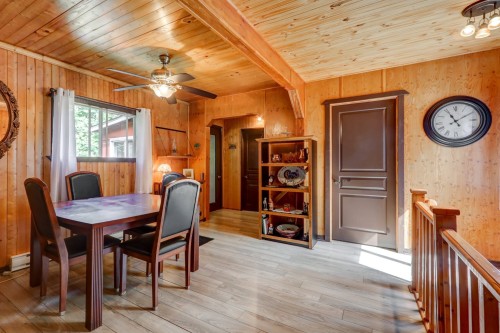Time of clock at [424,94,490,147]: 11:09
